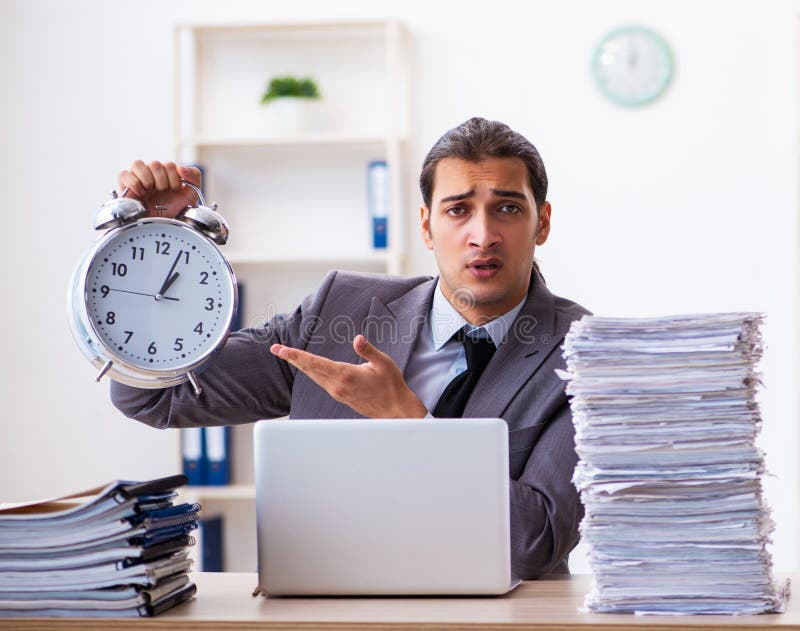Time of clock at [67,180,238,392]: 1:03
